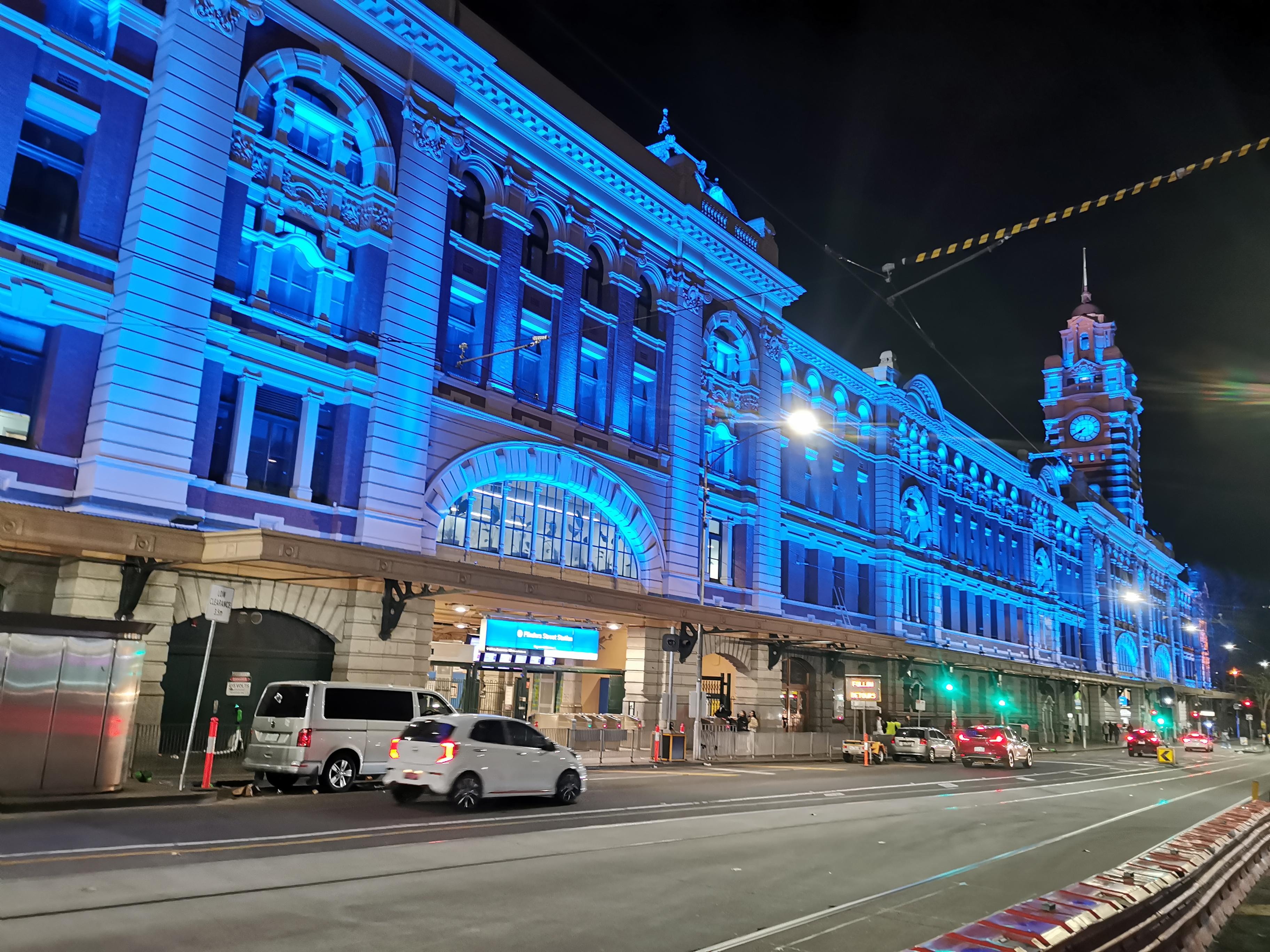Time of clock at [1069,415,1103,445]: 7:40
